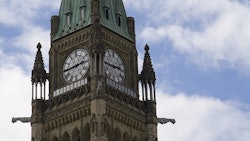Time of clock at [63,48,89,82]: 2:44
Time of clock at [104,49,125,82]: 2:45
